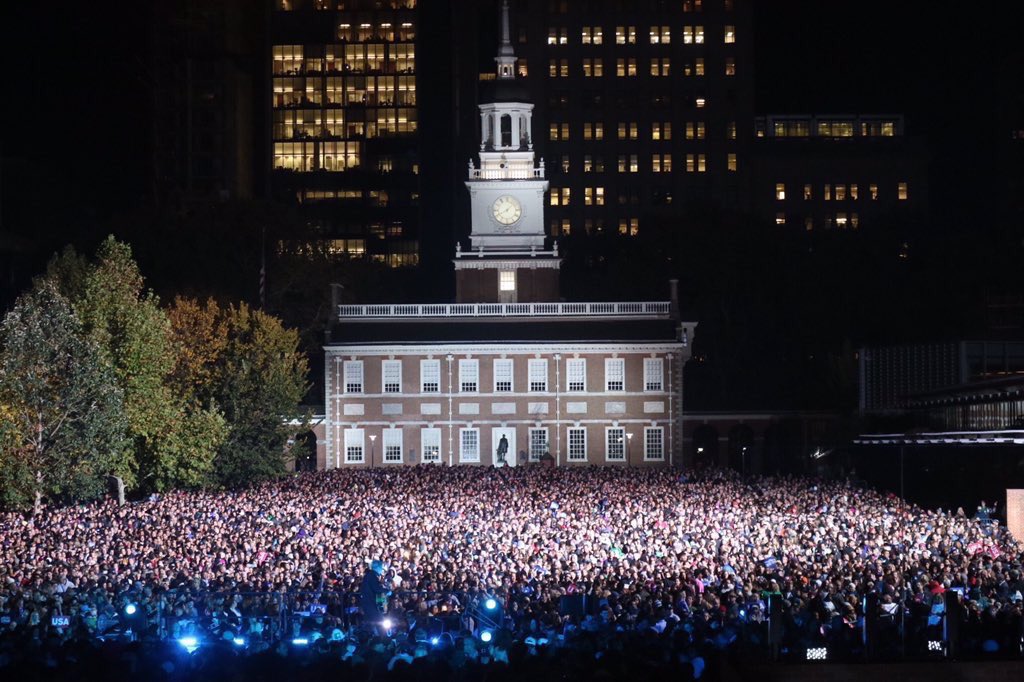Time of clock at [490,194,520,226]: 8:07
